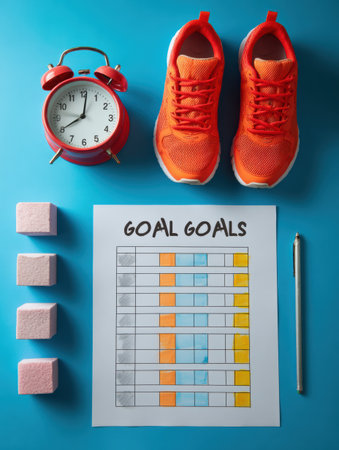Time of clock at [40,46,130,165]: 8:01
